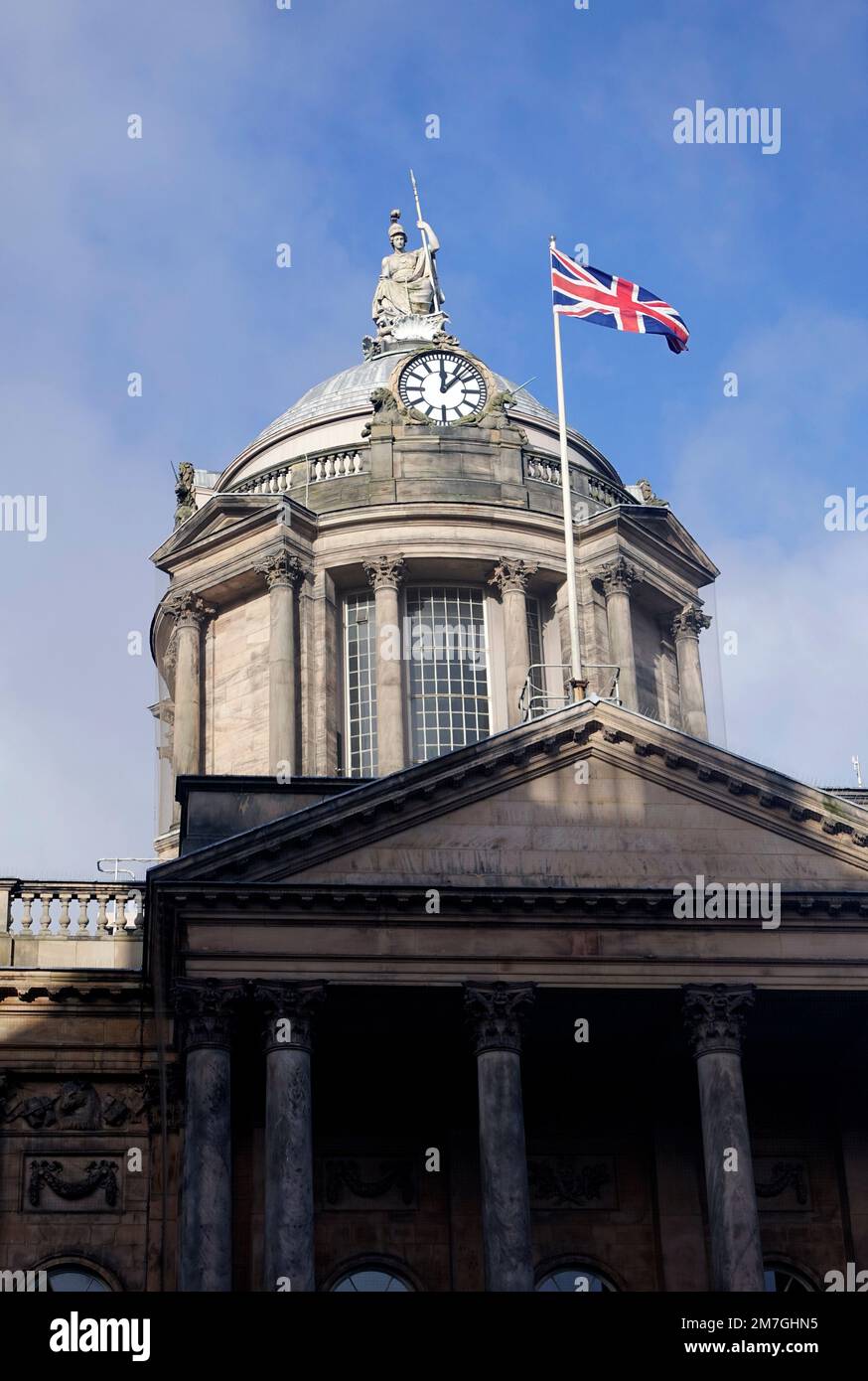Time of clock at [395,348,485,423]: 12:07
